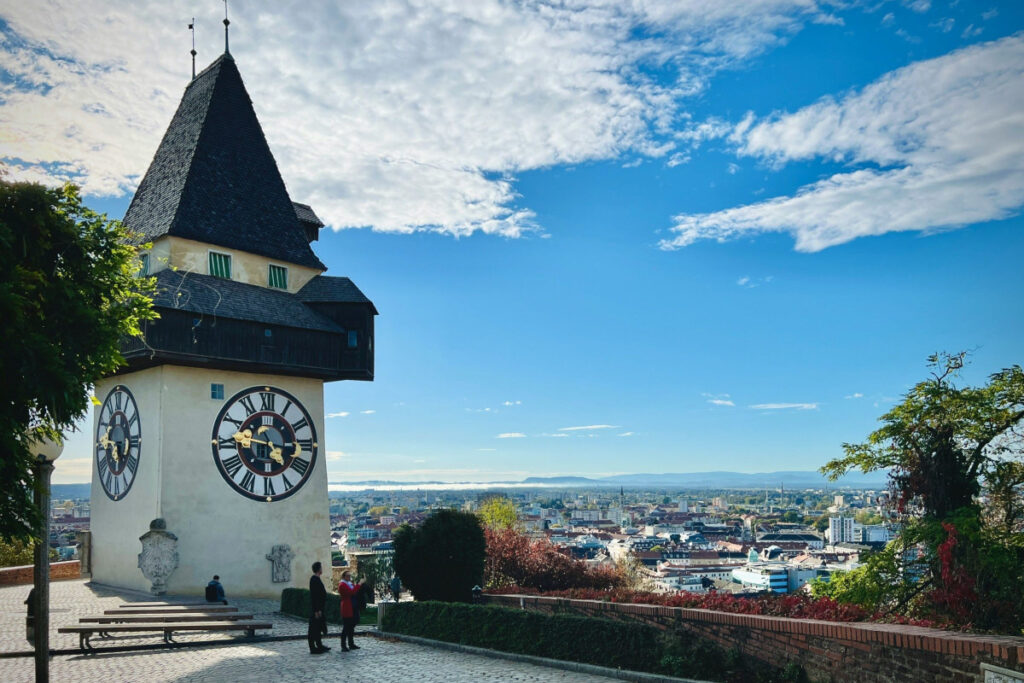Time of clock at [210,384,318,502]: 4:46
